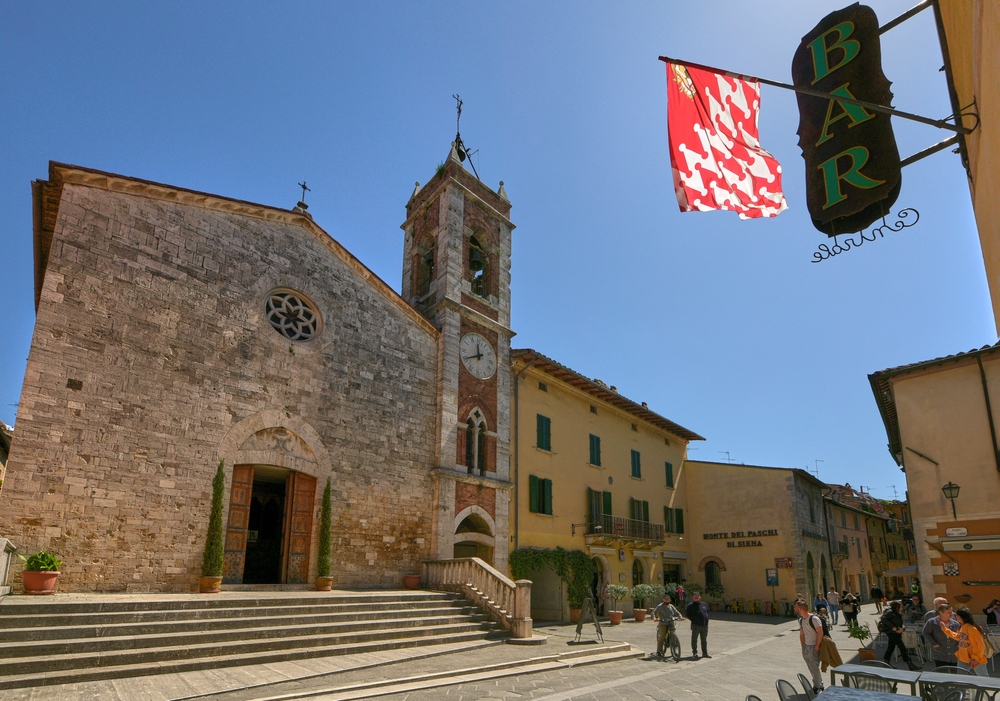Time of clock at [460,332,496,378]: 11:40
